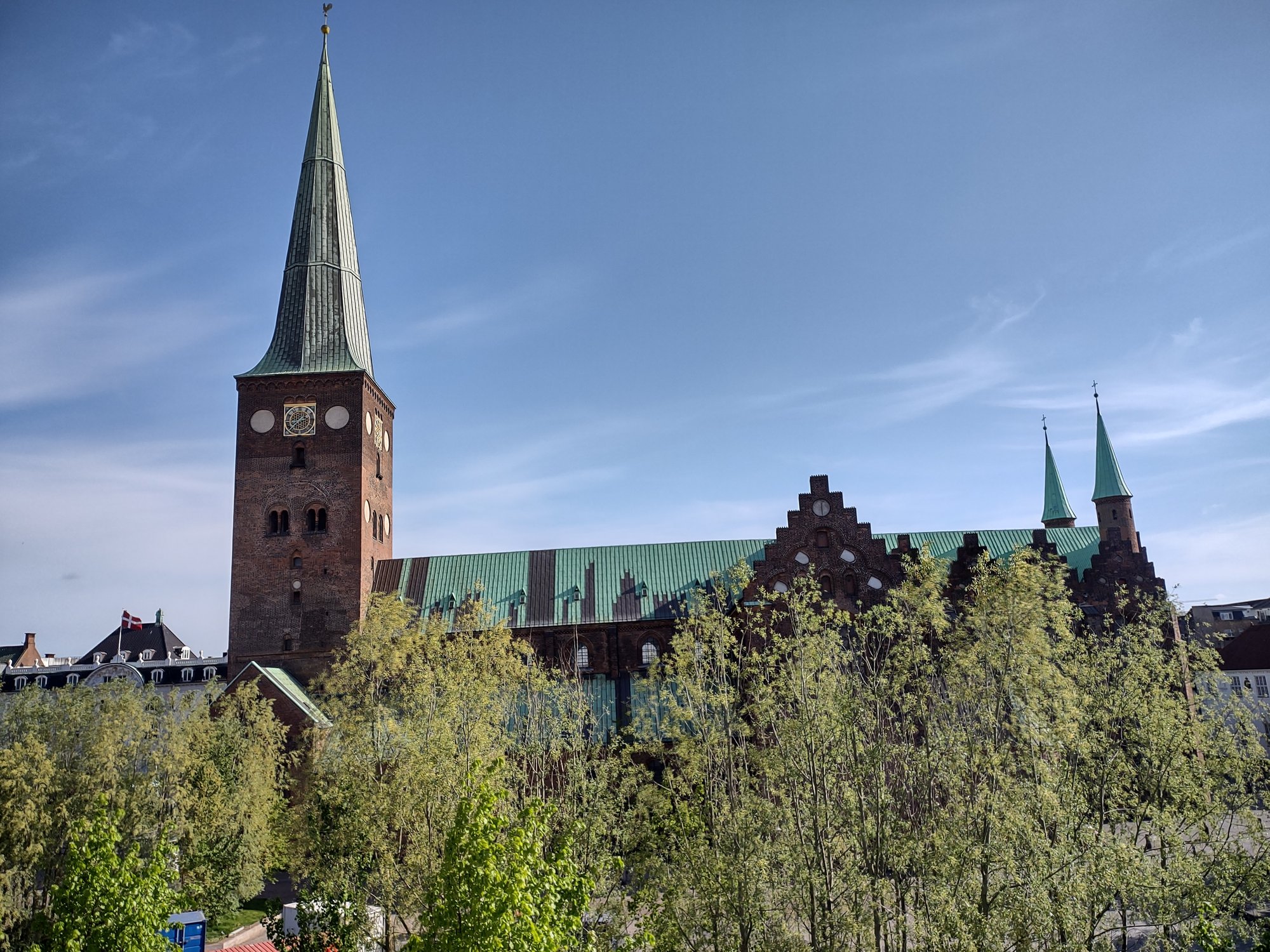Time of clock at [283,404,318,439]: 8:37
